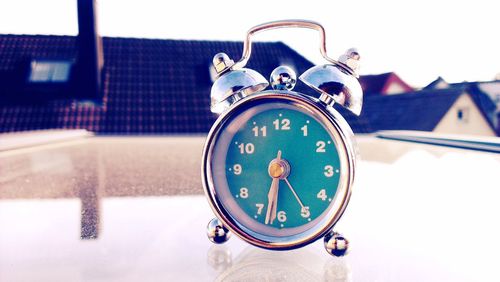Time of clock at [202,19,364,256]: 6:32
